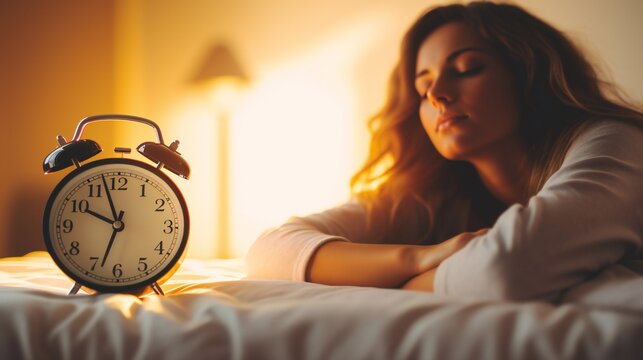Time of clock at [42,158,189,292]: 9:57
